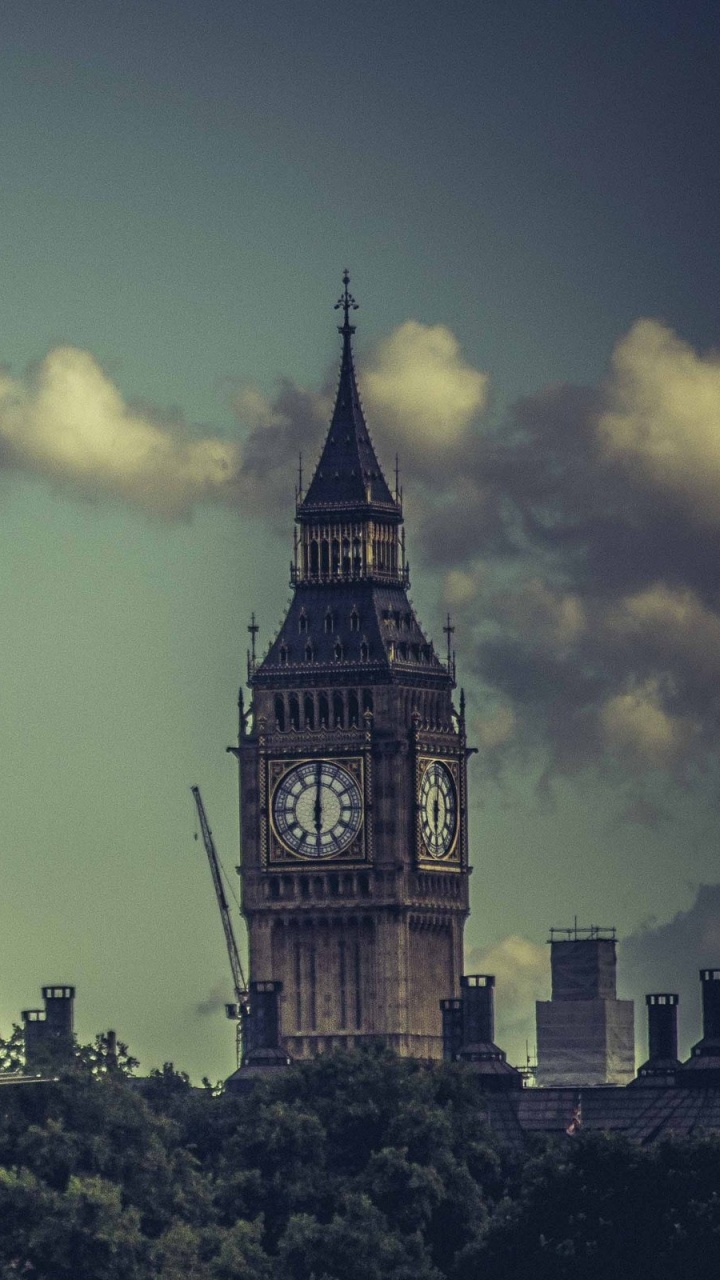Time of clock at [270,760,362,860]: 6:00
